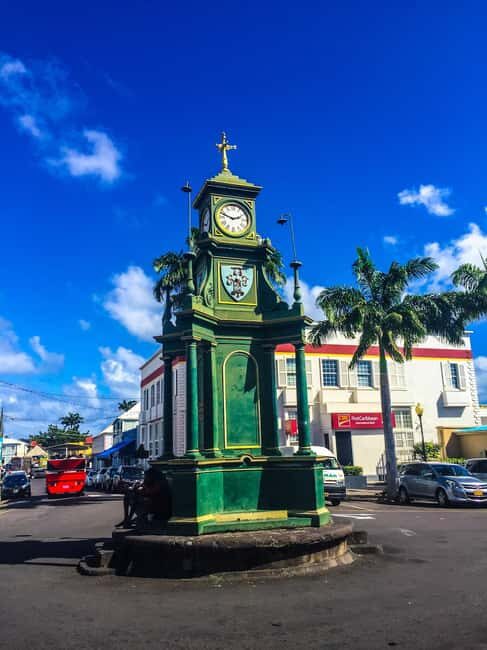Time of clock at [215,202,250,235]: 2:48
